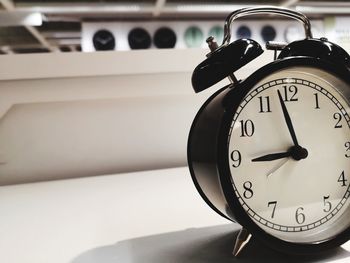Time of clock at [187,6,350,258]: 8:57
